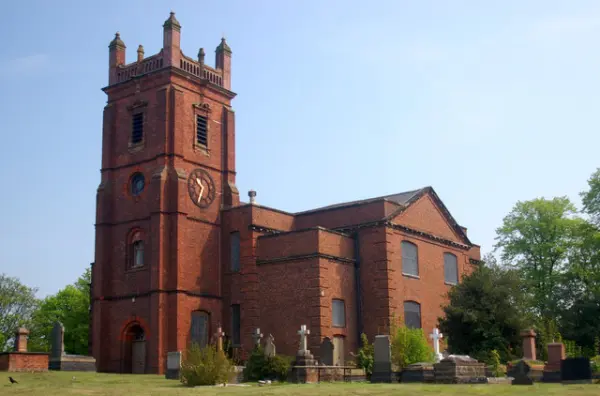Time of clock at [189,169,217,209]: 10:33
